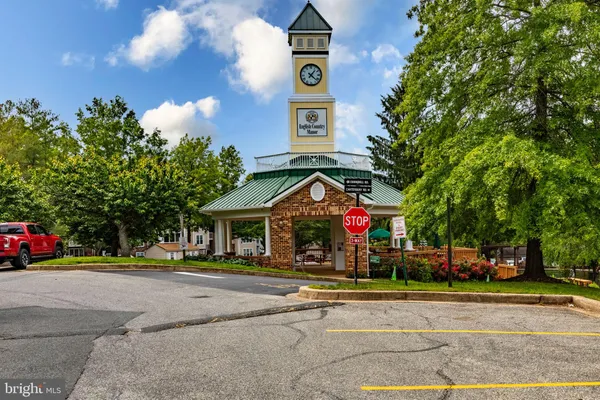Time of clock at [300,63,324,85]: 1:22
